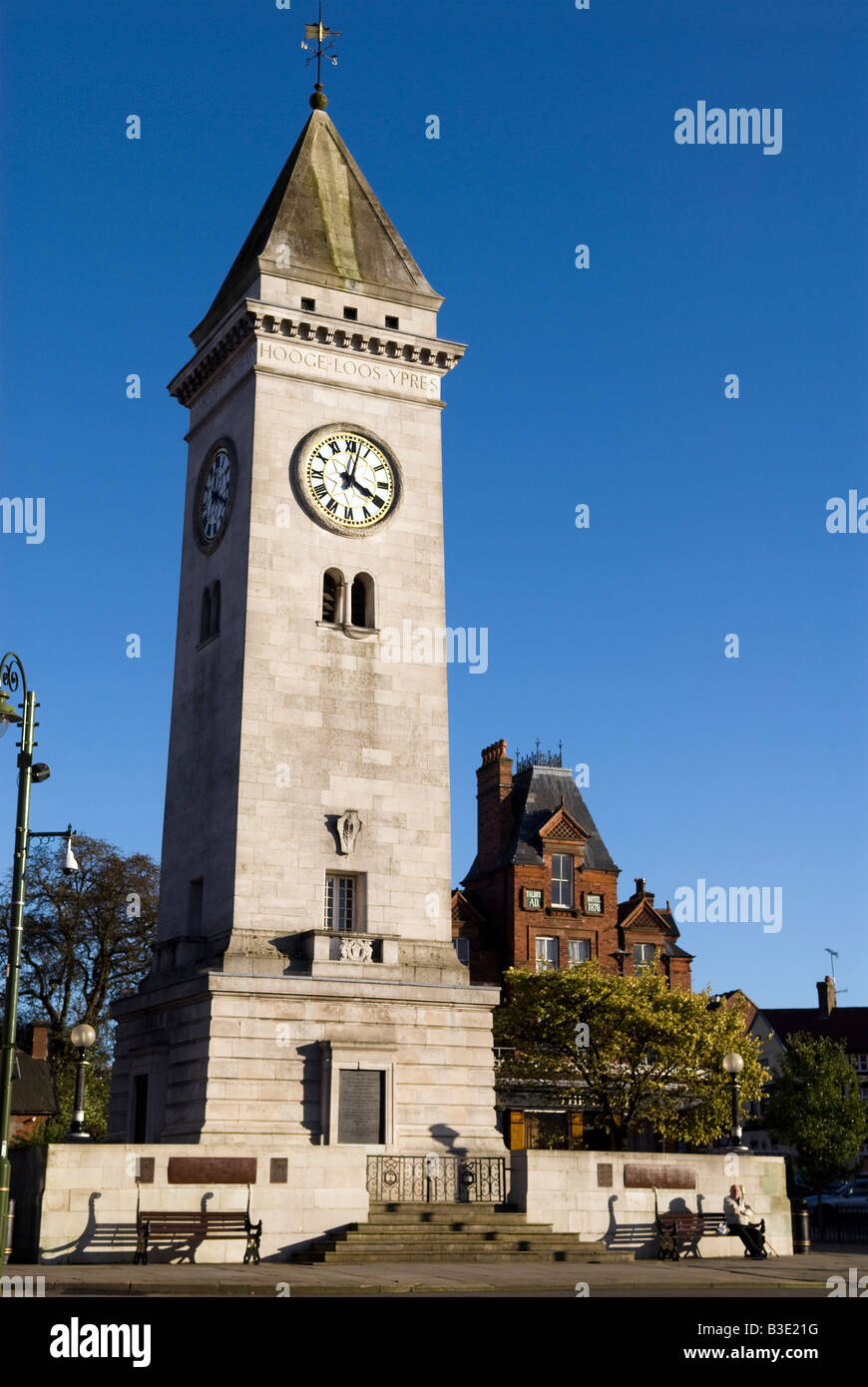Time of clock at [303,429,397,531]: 4:02
